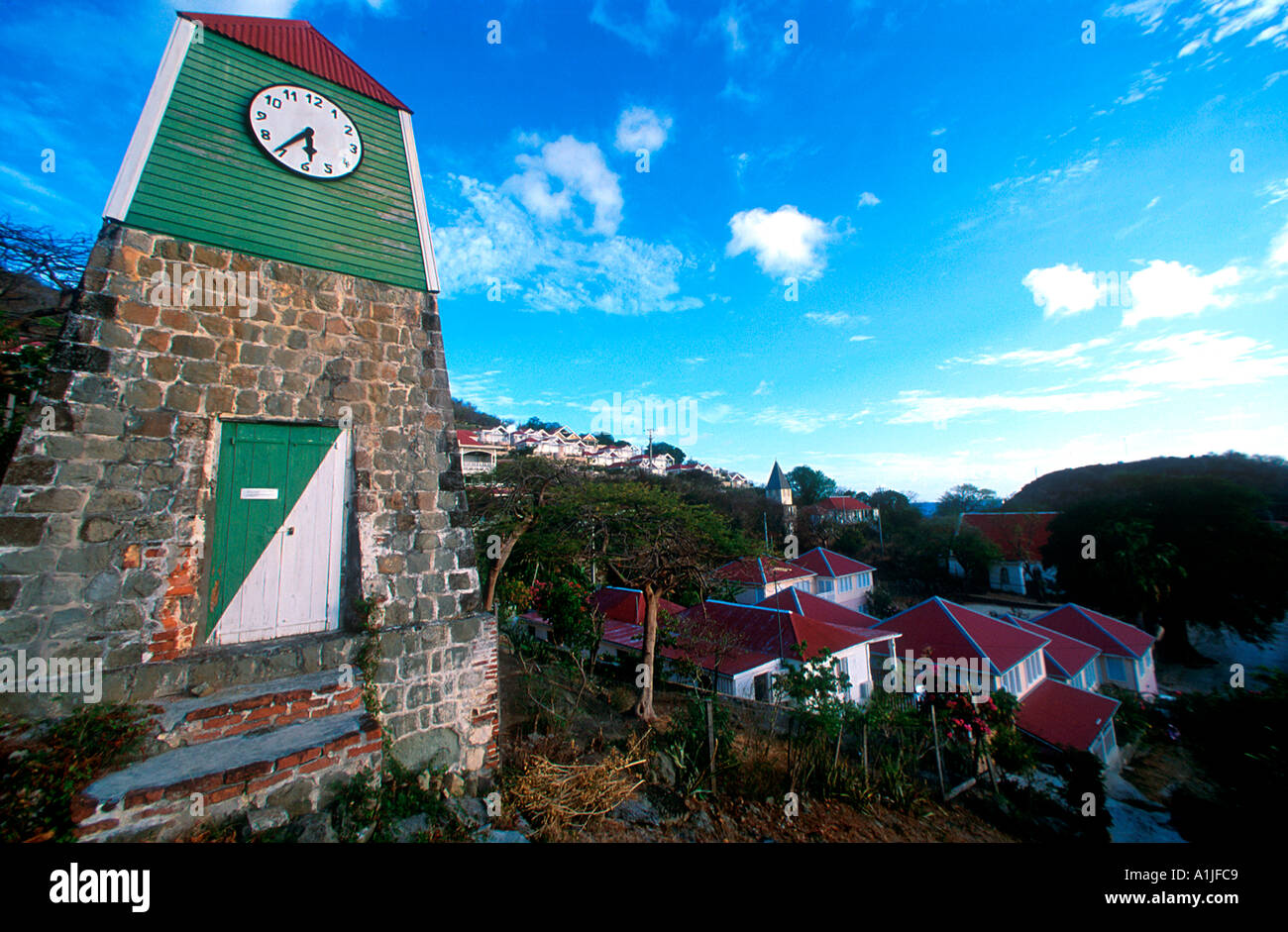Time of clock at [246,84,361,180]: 5:36
